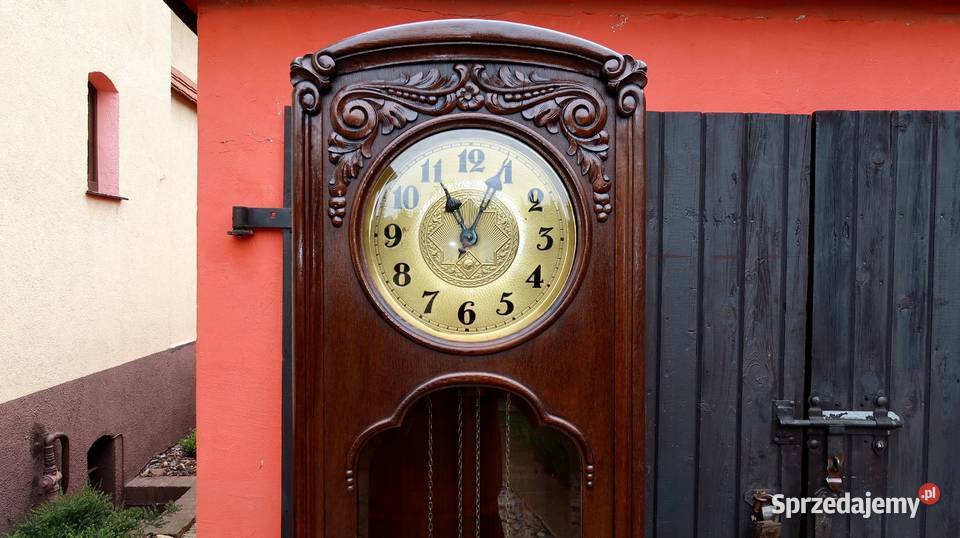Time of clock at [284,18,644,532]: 11:04
